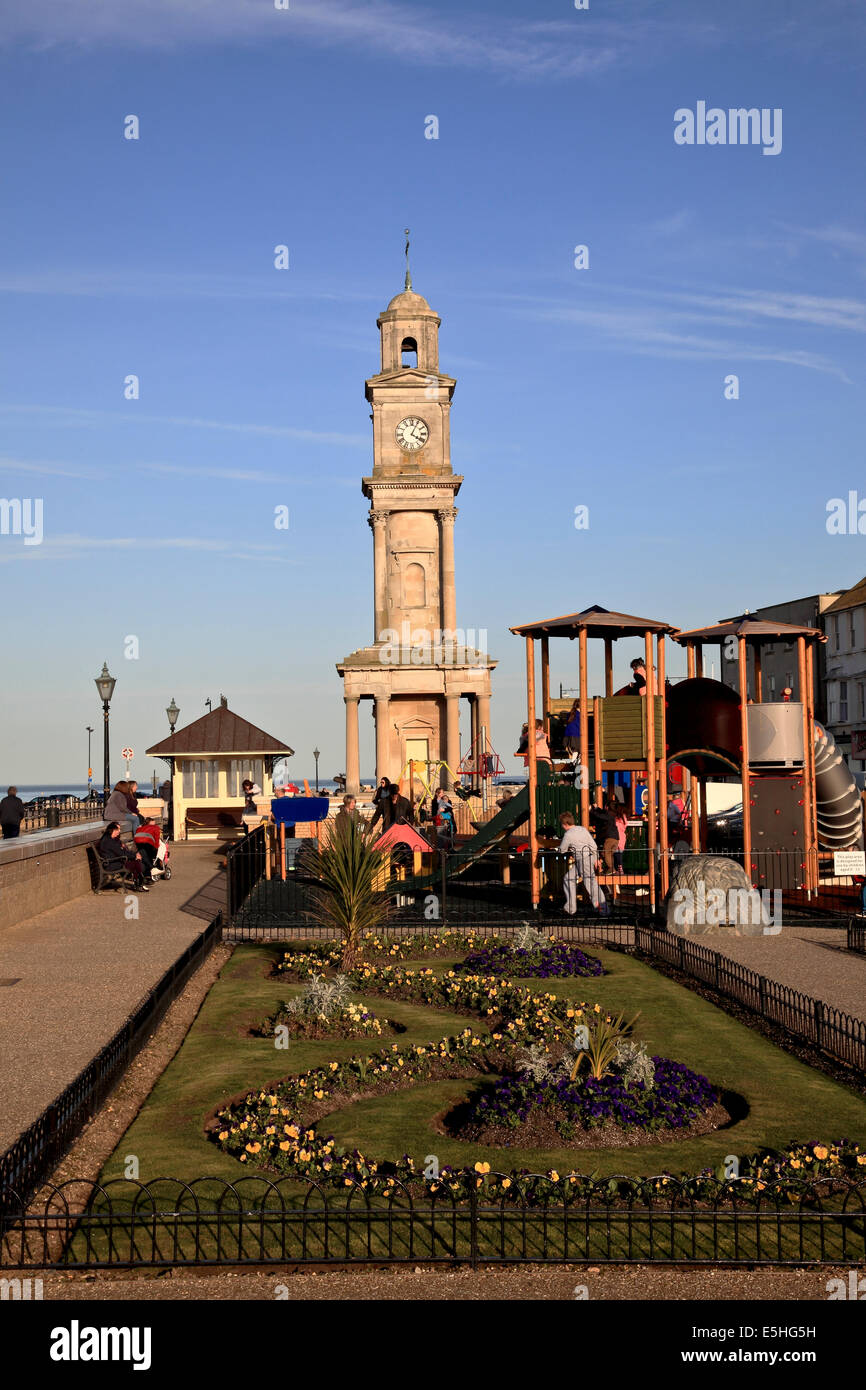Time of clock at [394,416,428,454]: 4:04
